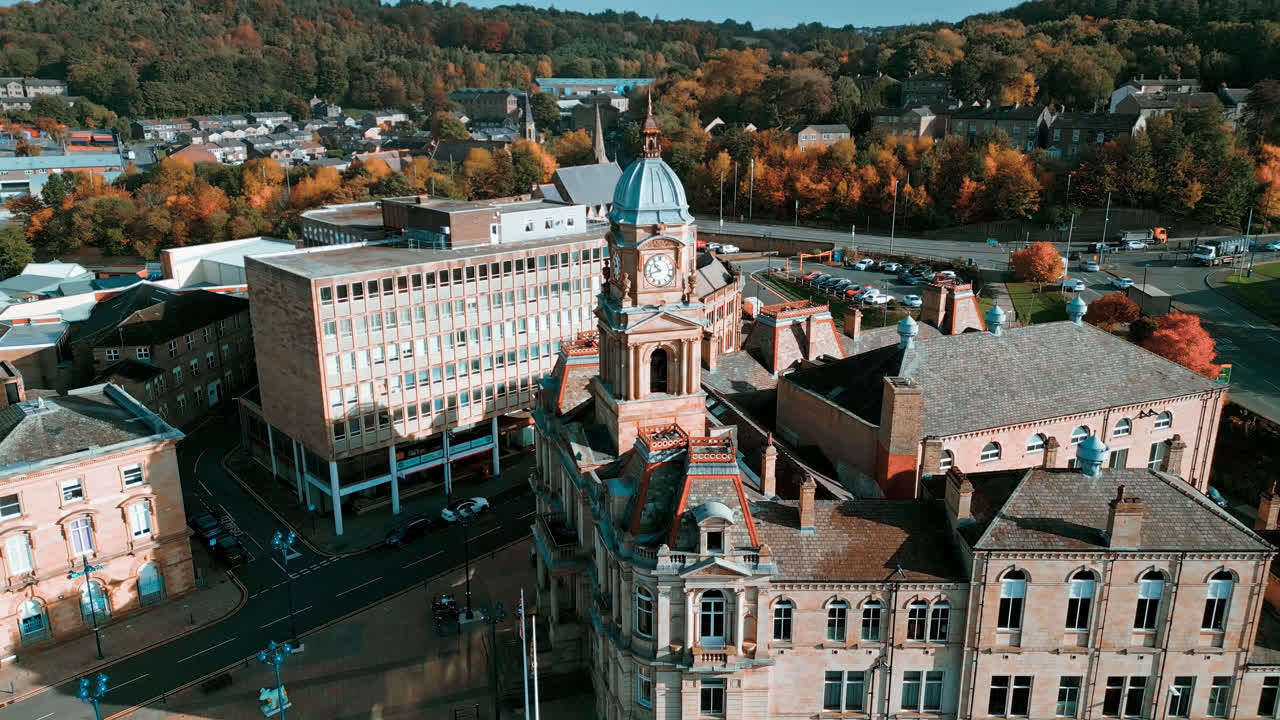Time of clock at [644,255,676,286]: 10:42
